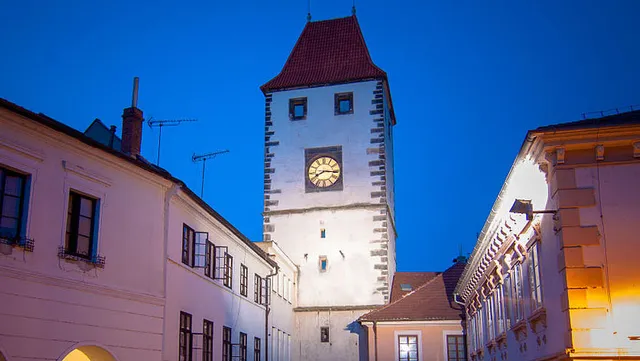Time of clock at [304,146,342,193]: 8:16
